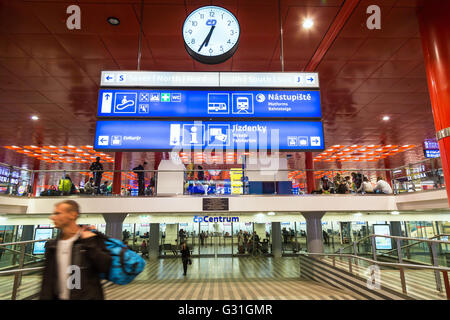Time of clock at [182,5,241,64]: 6:34
